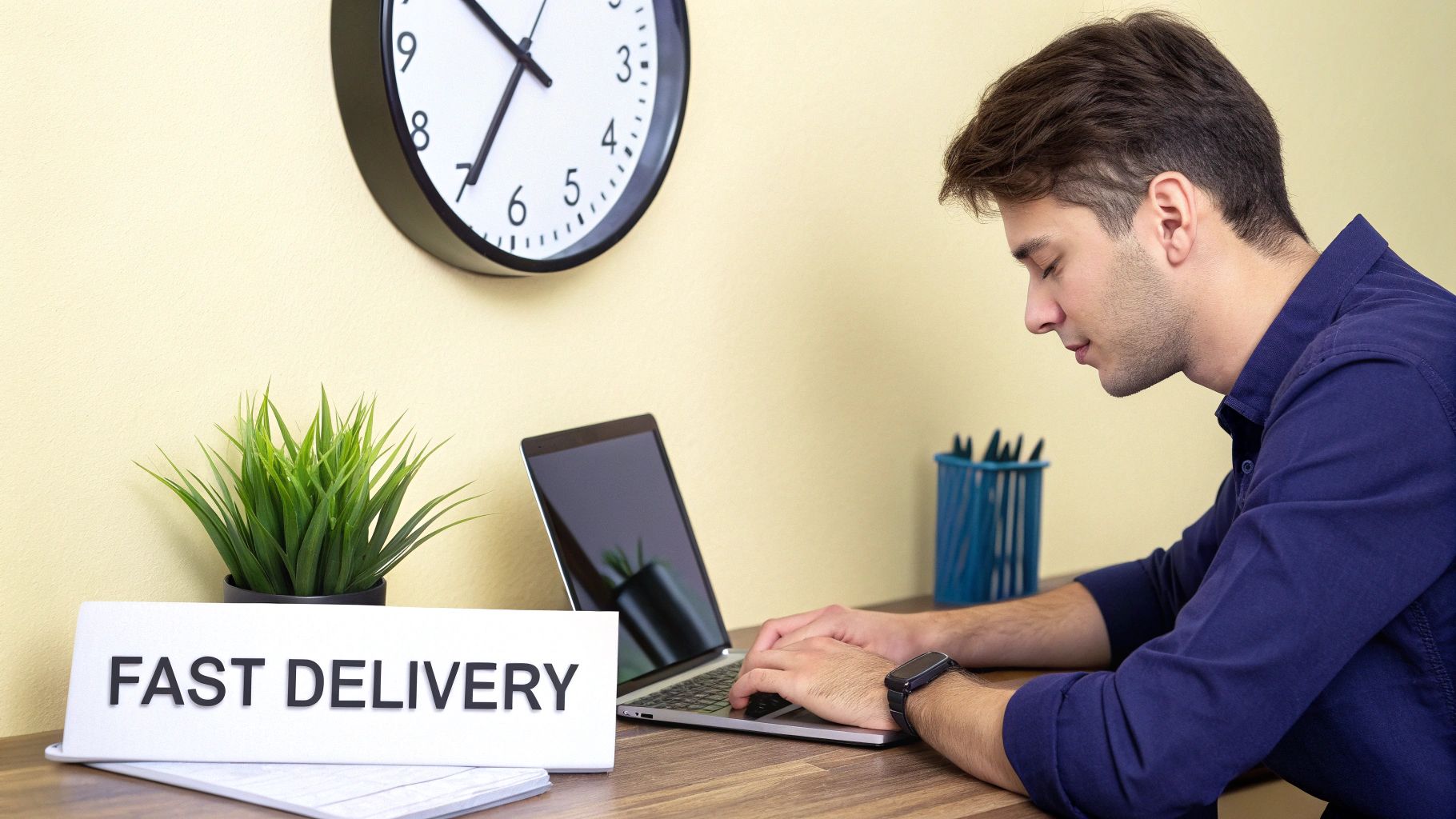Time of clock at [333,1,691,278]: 10:34
